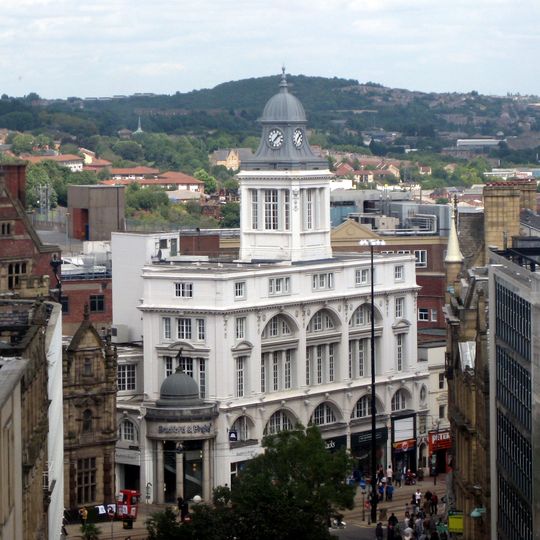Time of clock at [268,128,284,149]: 1:37
